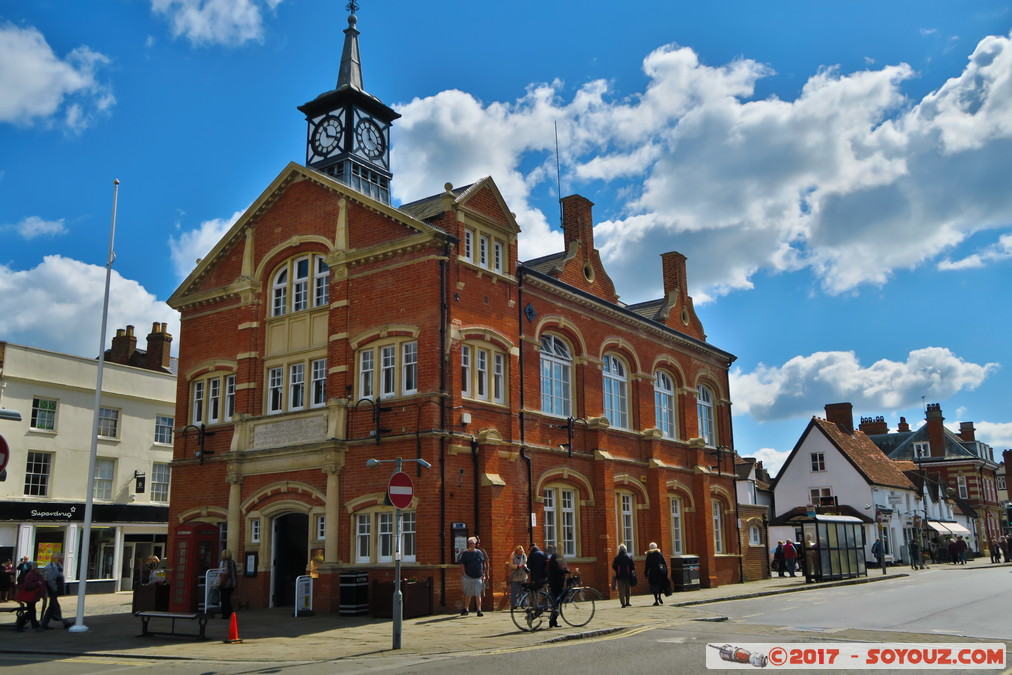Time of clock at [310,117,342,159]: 11:18
